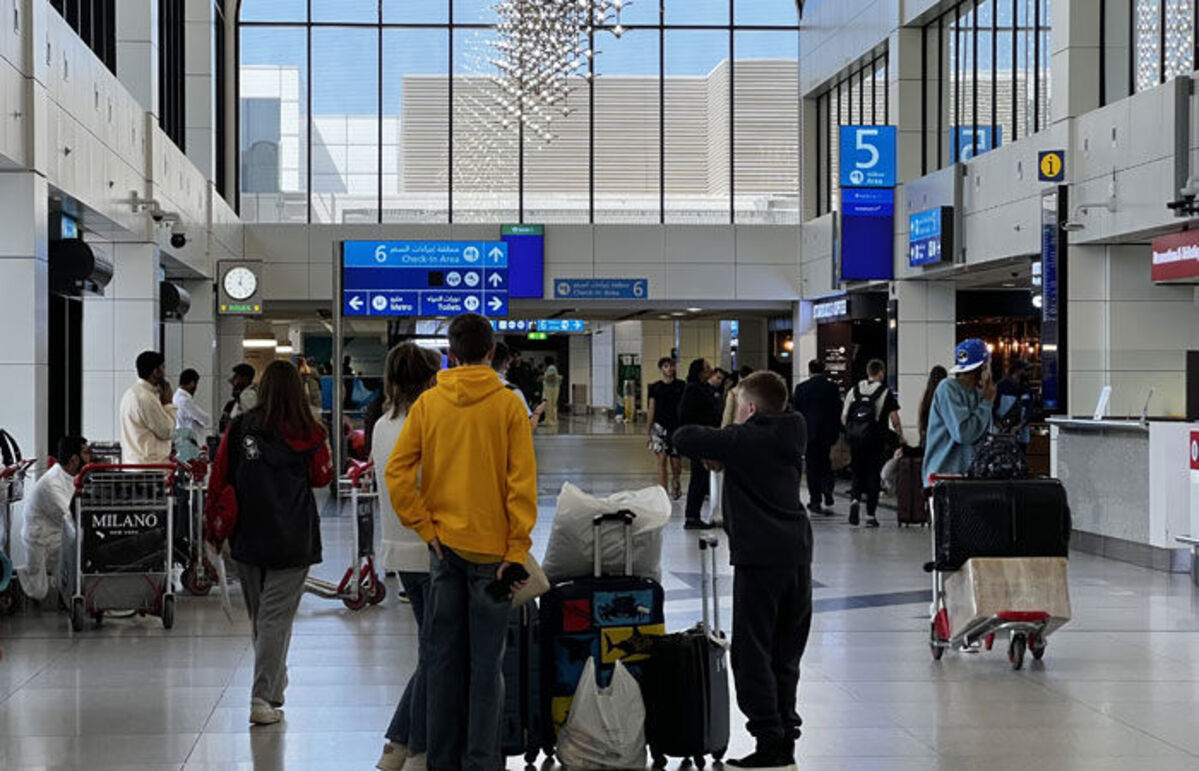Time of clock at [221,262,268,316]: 12:23
